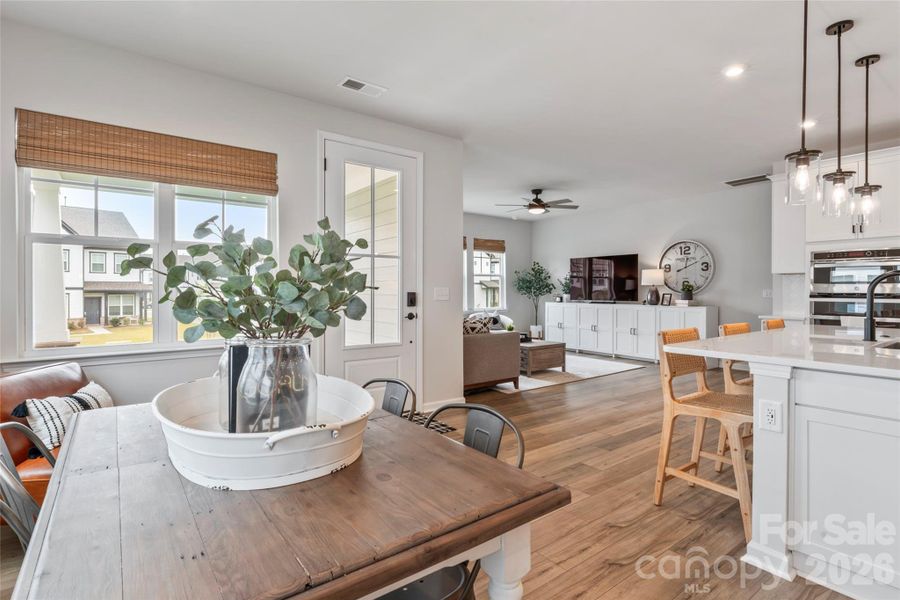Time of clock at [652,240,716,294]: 12:10
